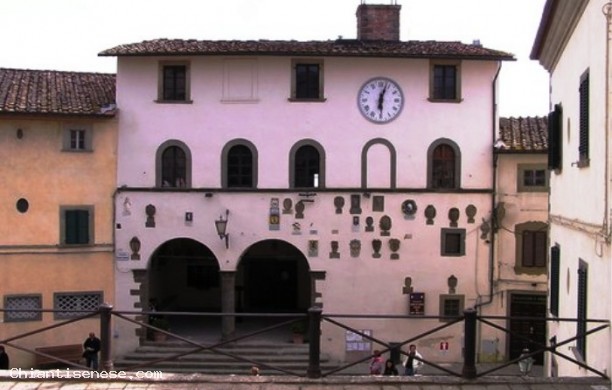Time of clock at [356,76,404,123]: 6:03
